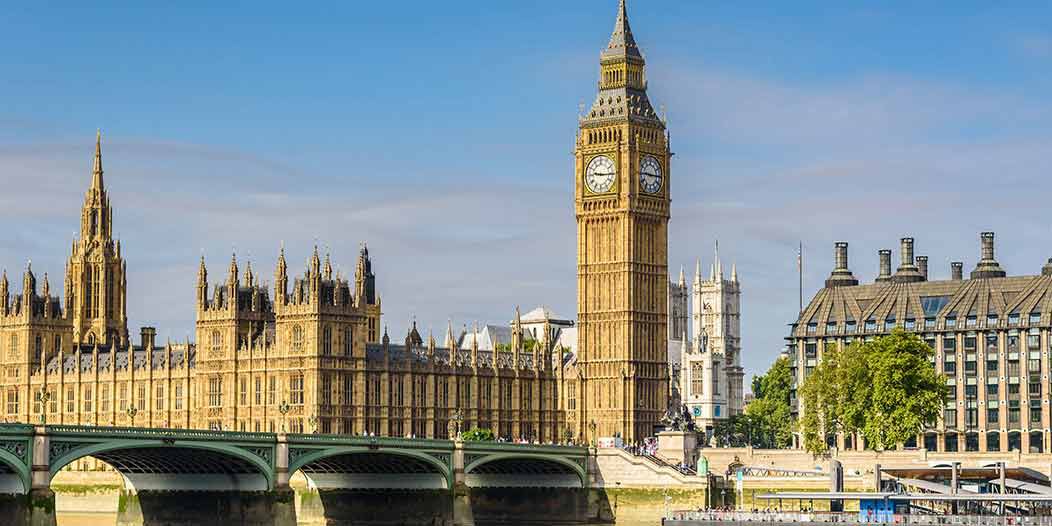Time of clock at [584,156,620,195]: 9:15
